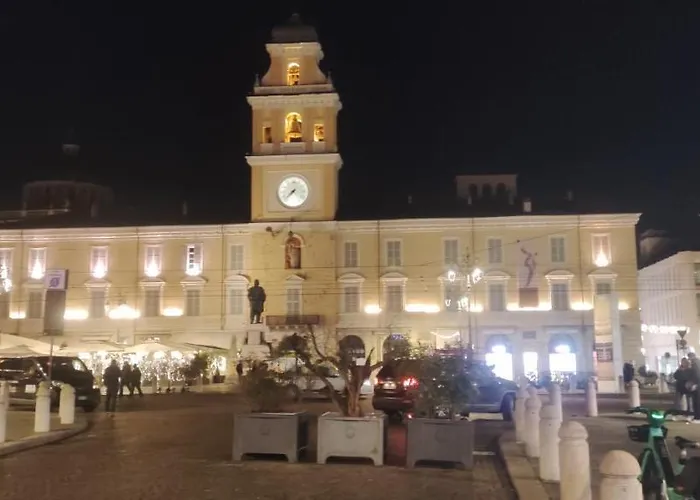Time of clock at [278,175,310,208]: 7:37
